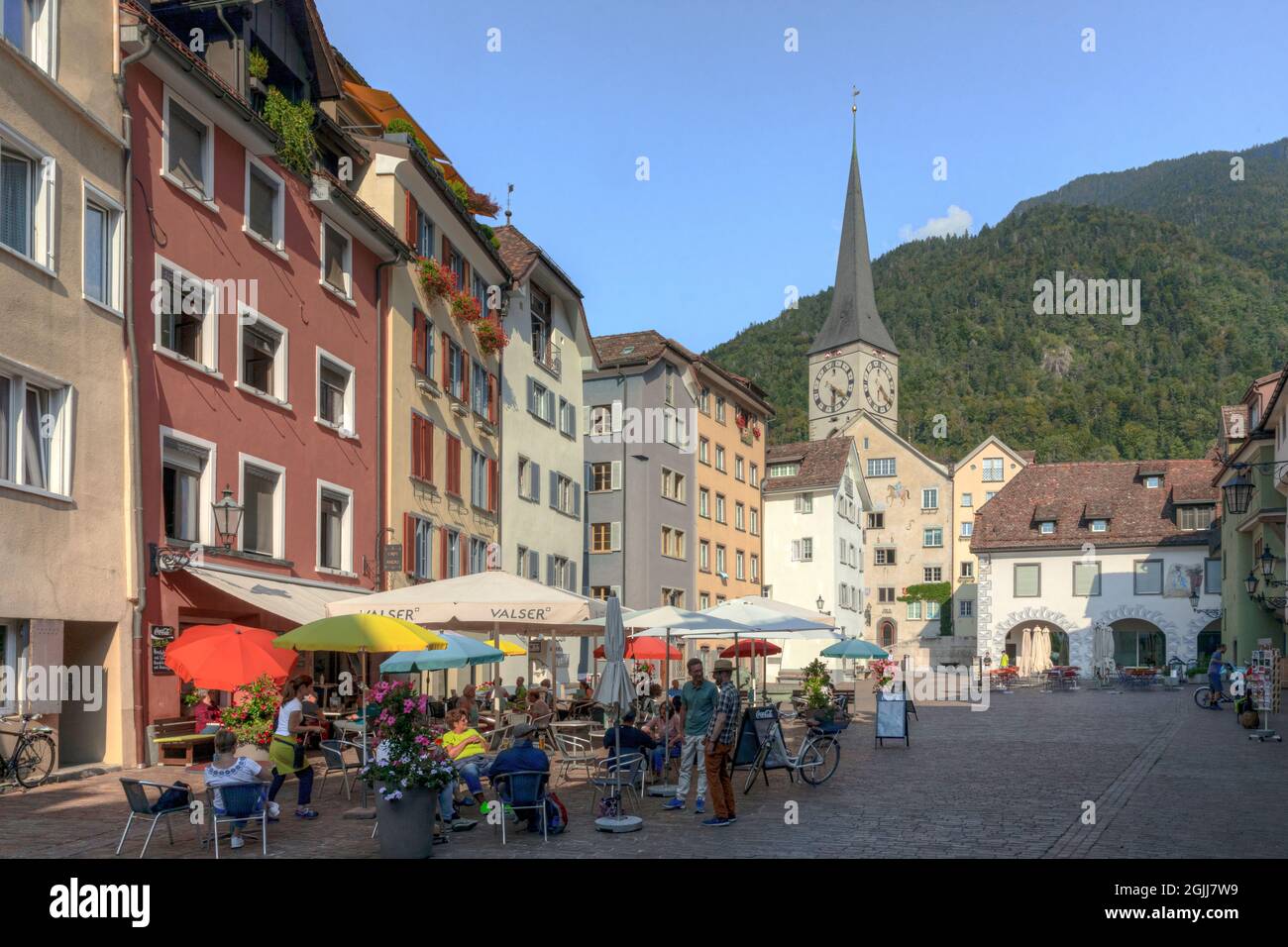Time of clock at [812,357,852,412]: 4:30
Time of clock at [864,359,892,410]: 6:21
